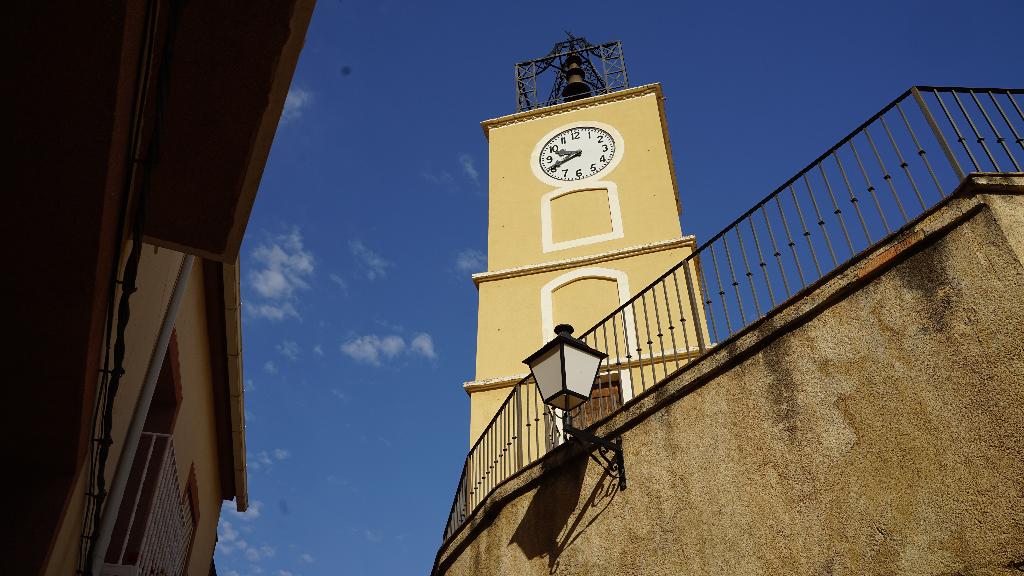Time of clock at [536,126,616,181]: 9:41
